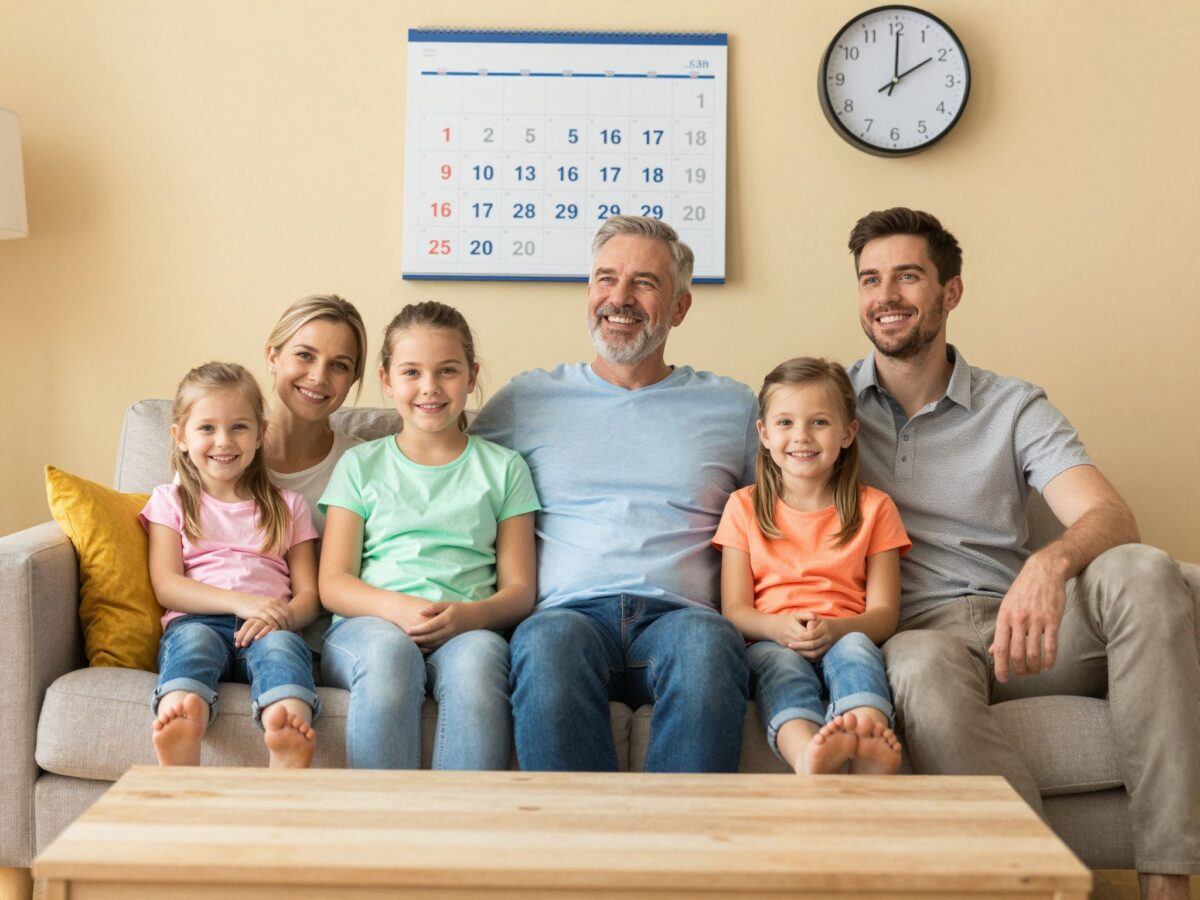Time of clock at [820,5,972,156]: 2:00
